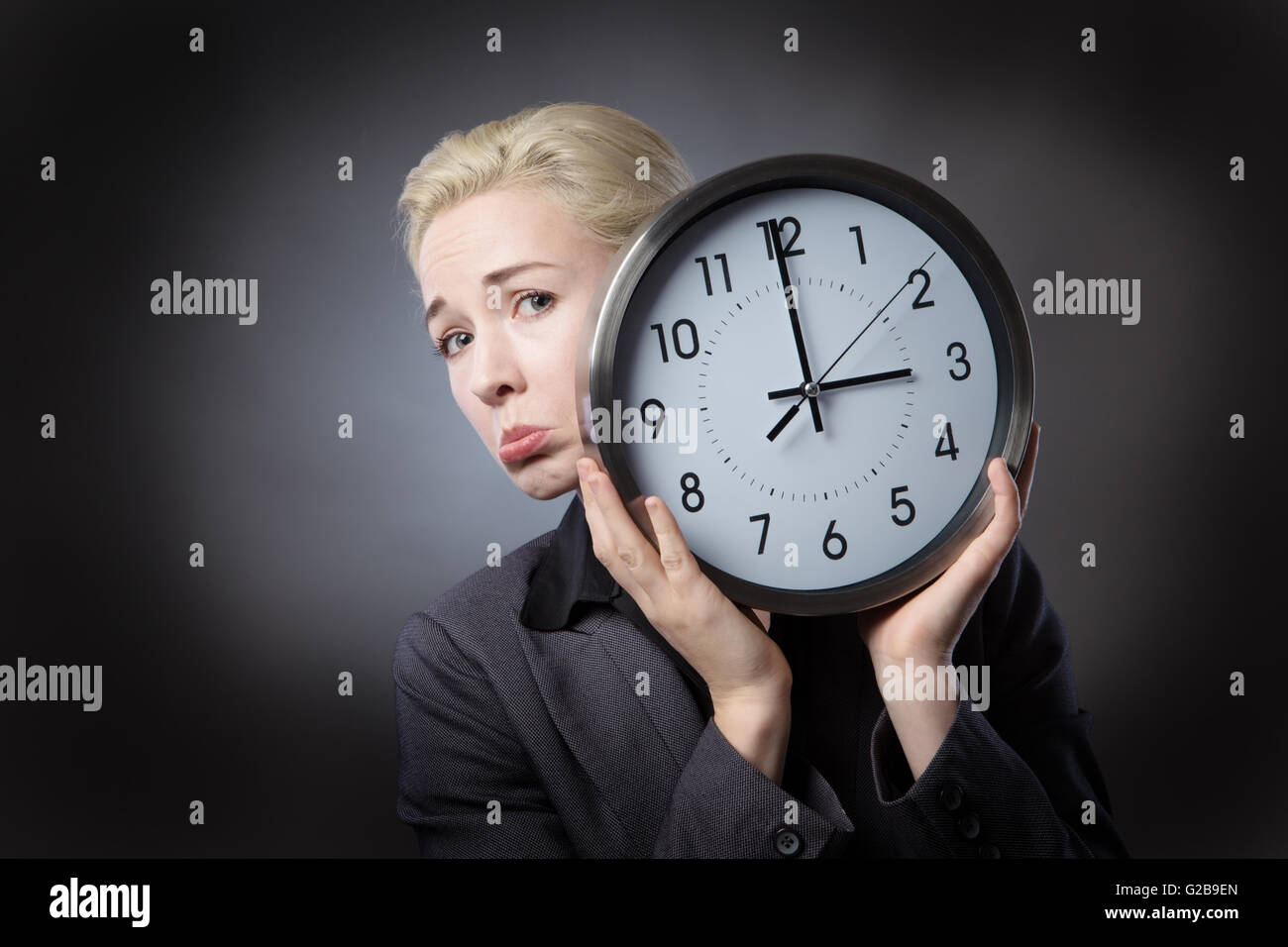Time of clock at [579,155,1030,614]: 2:59
